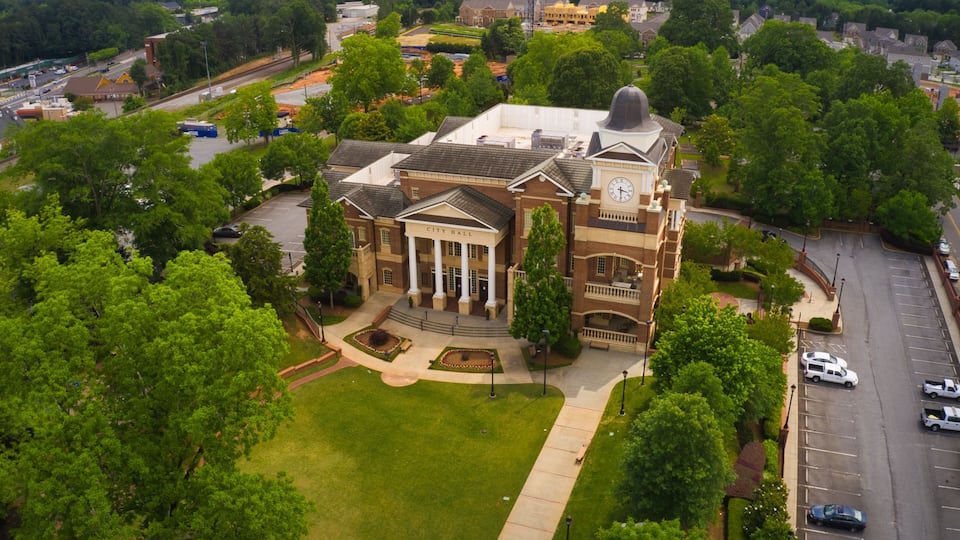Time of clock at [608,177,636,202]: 3:29
